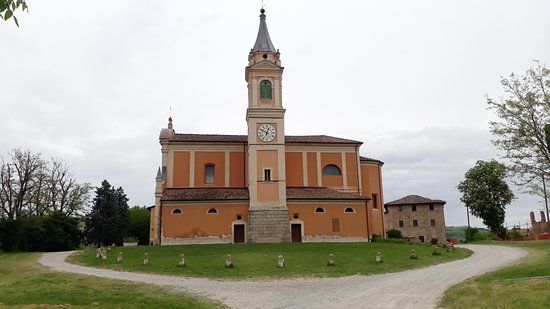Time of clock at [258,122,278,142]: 12:49
